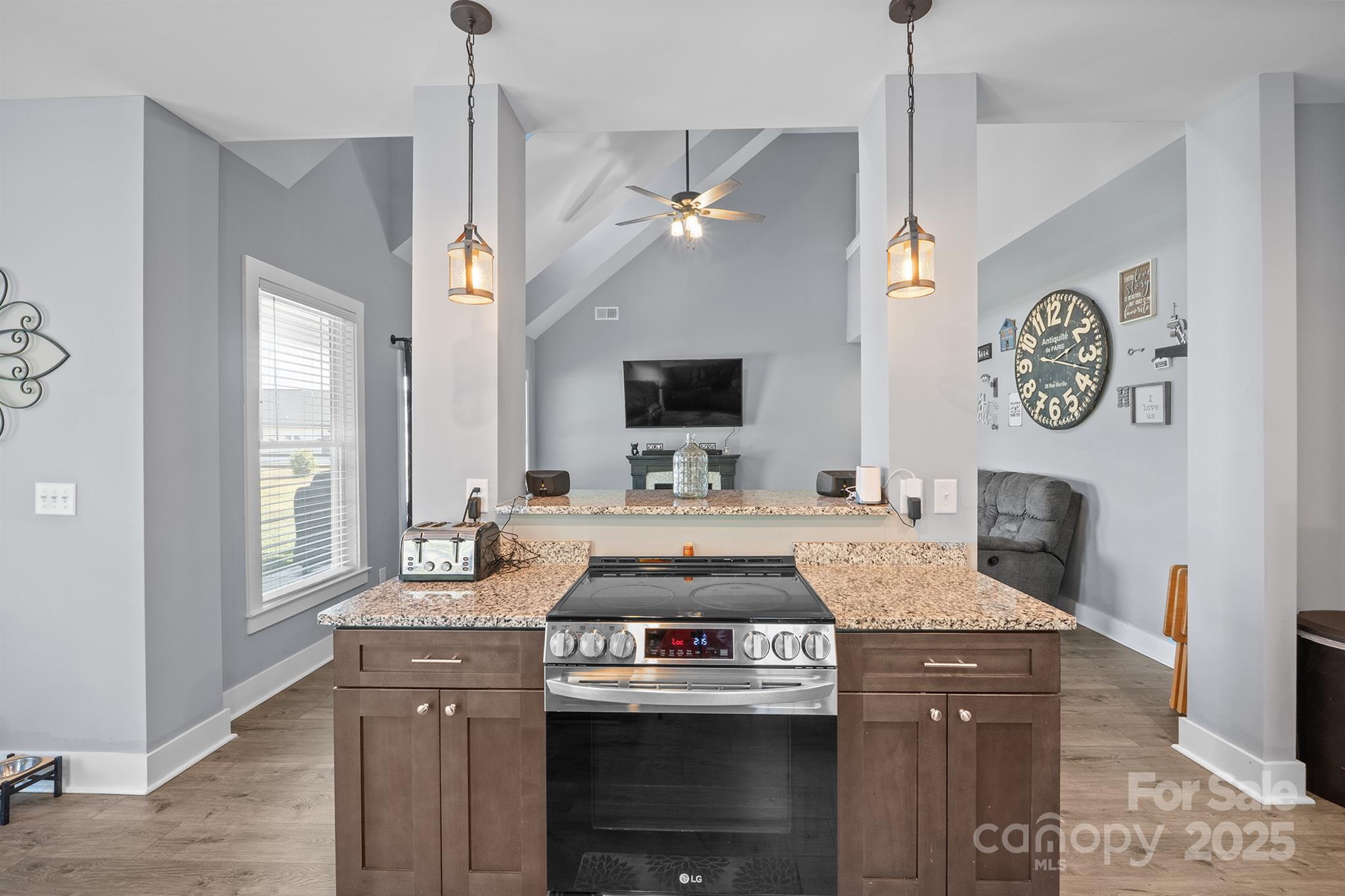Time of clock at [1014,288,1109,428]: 2:17
